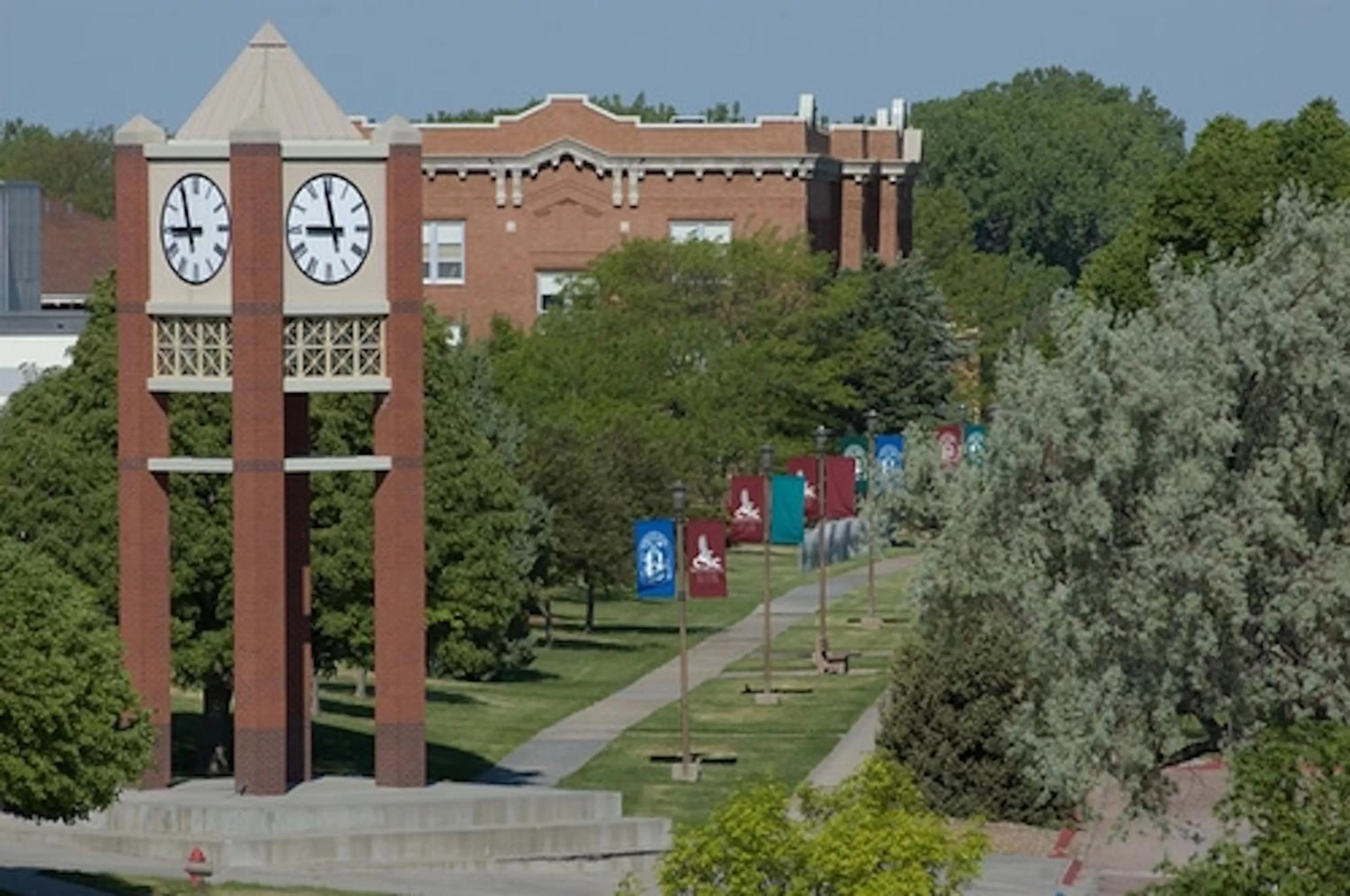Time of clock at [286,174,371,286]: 8:58
